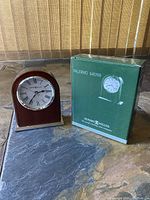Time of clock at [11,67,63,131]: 2:36
